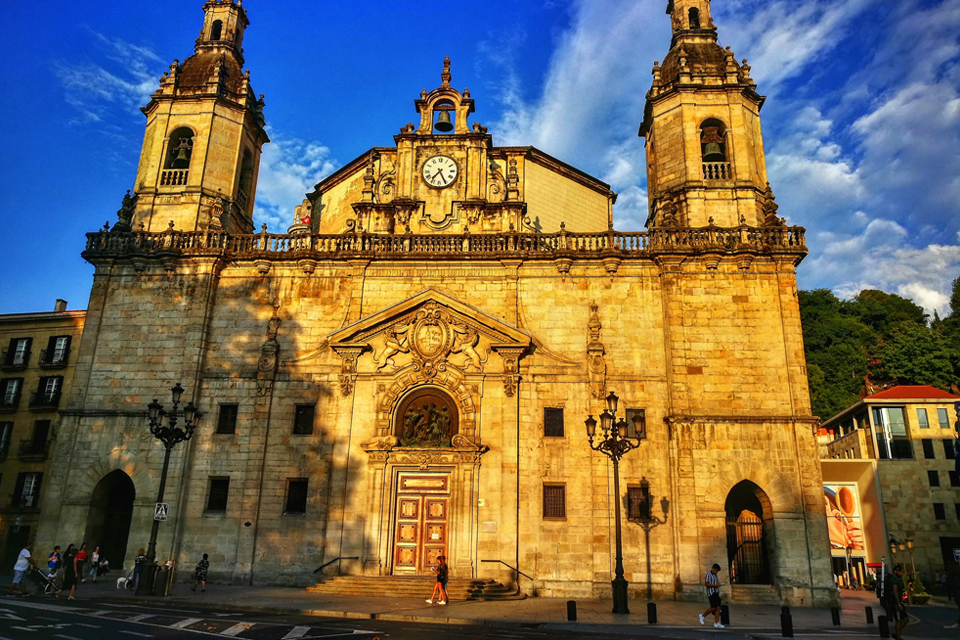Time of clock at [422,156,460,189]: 7:25
